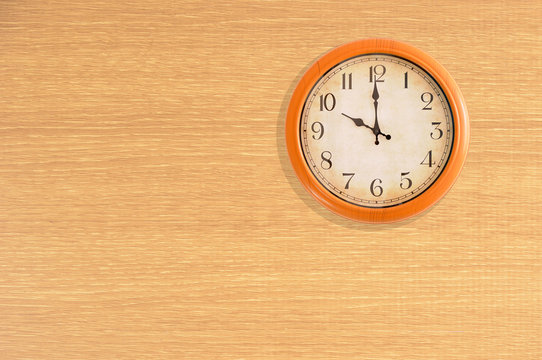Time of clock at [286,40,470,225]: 9:59
